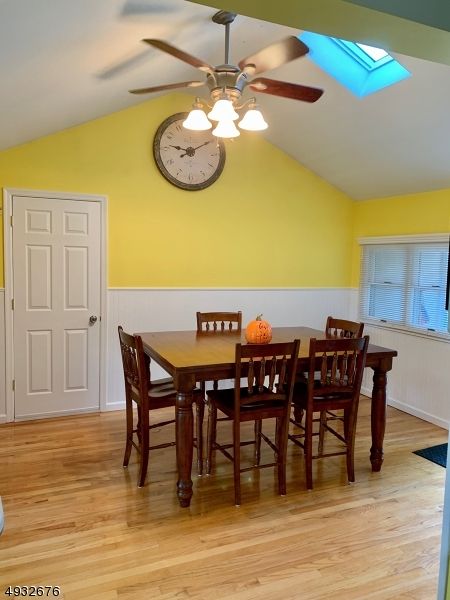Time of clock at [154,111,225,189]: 9:10
